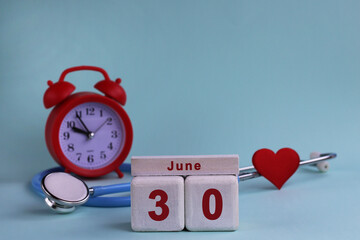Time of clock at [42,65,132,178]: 9:54
